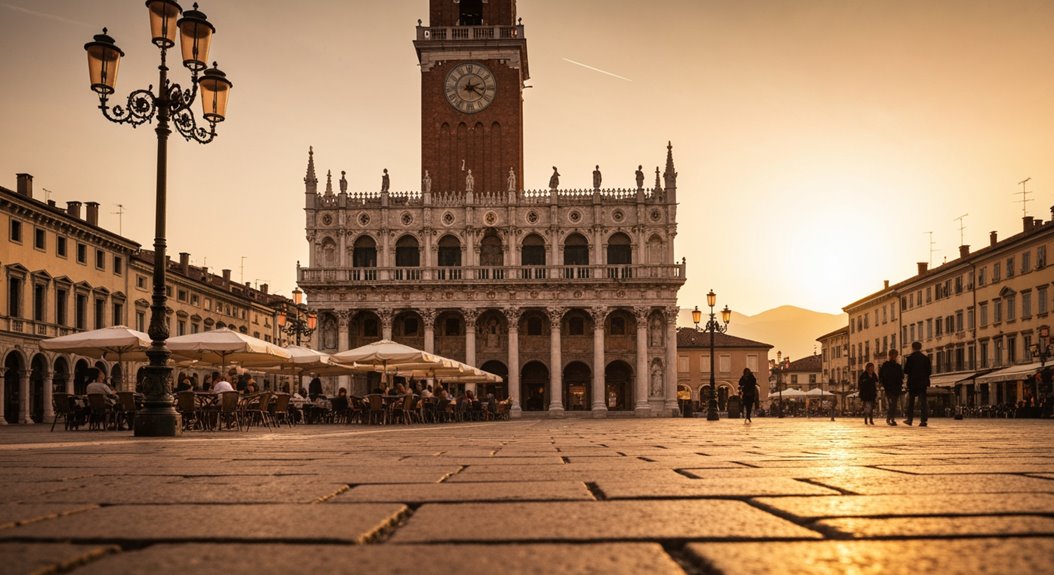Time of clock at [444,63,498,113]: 2:21
